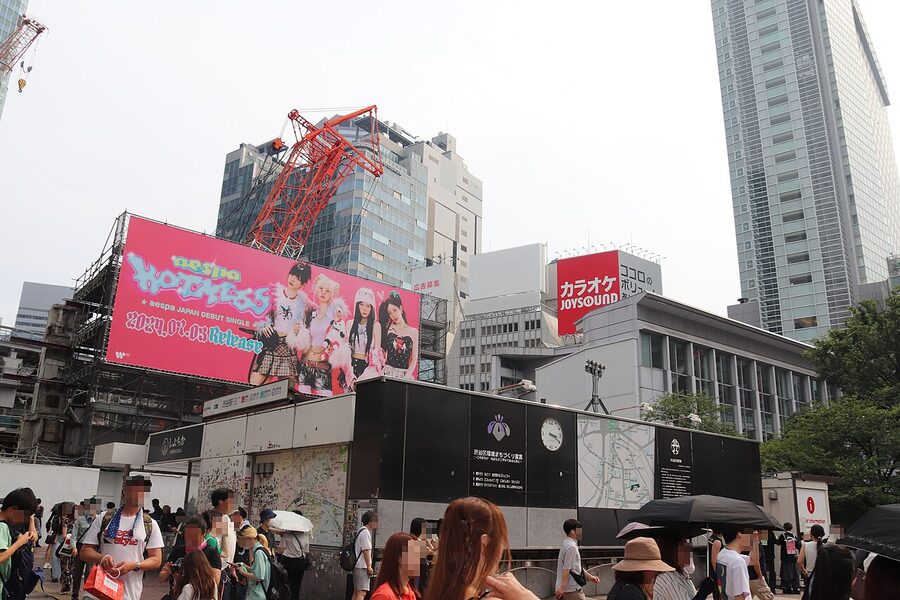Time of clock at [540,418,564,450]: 3:19
